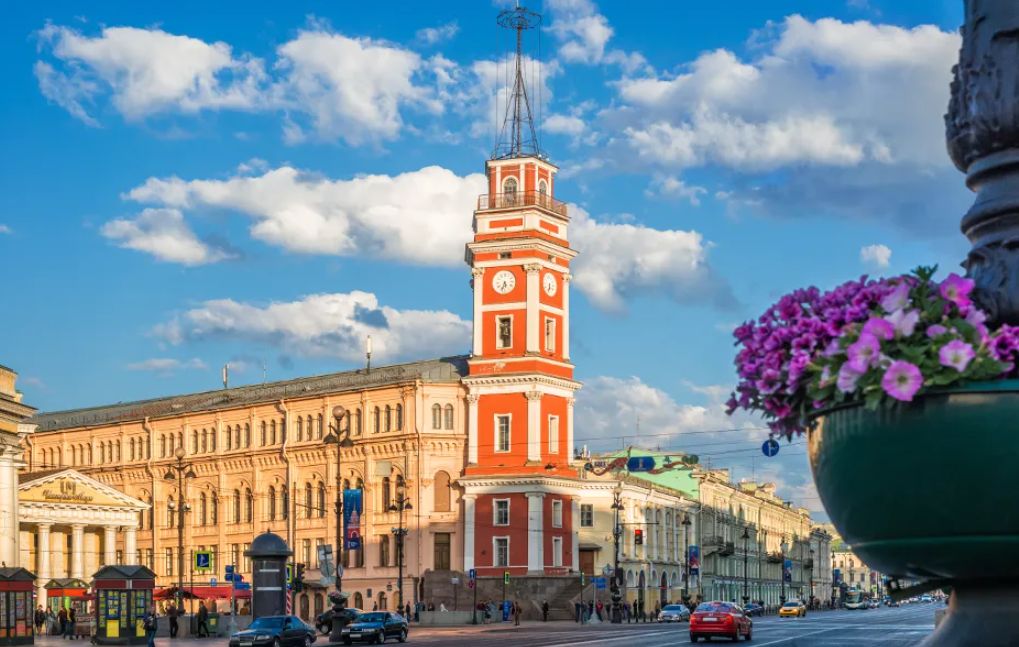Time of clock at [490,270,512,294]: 5:33
